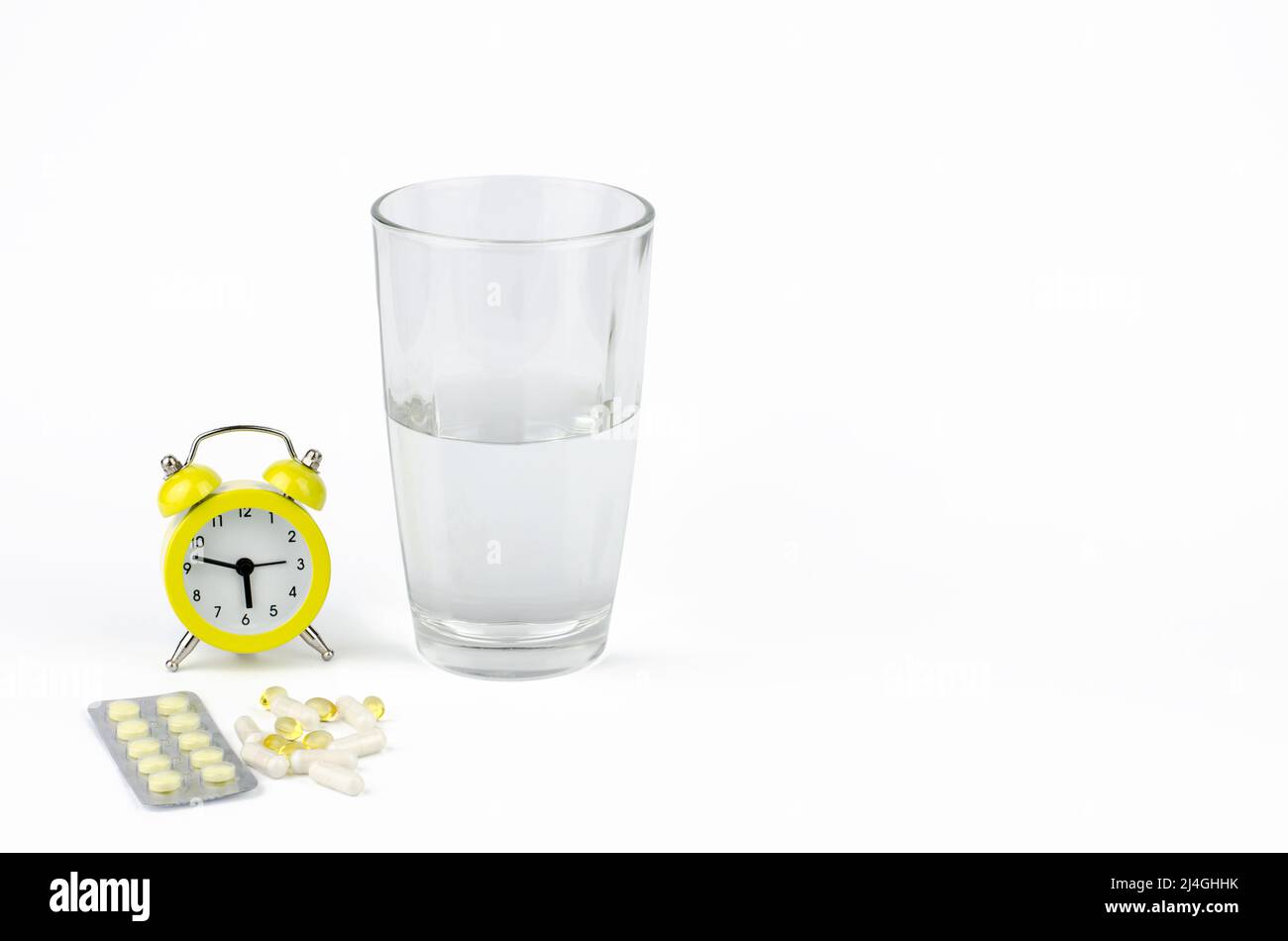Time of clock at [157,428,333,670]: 5:47
